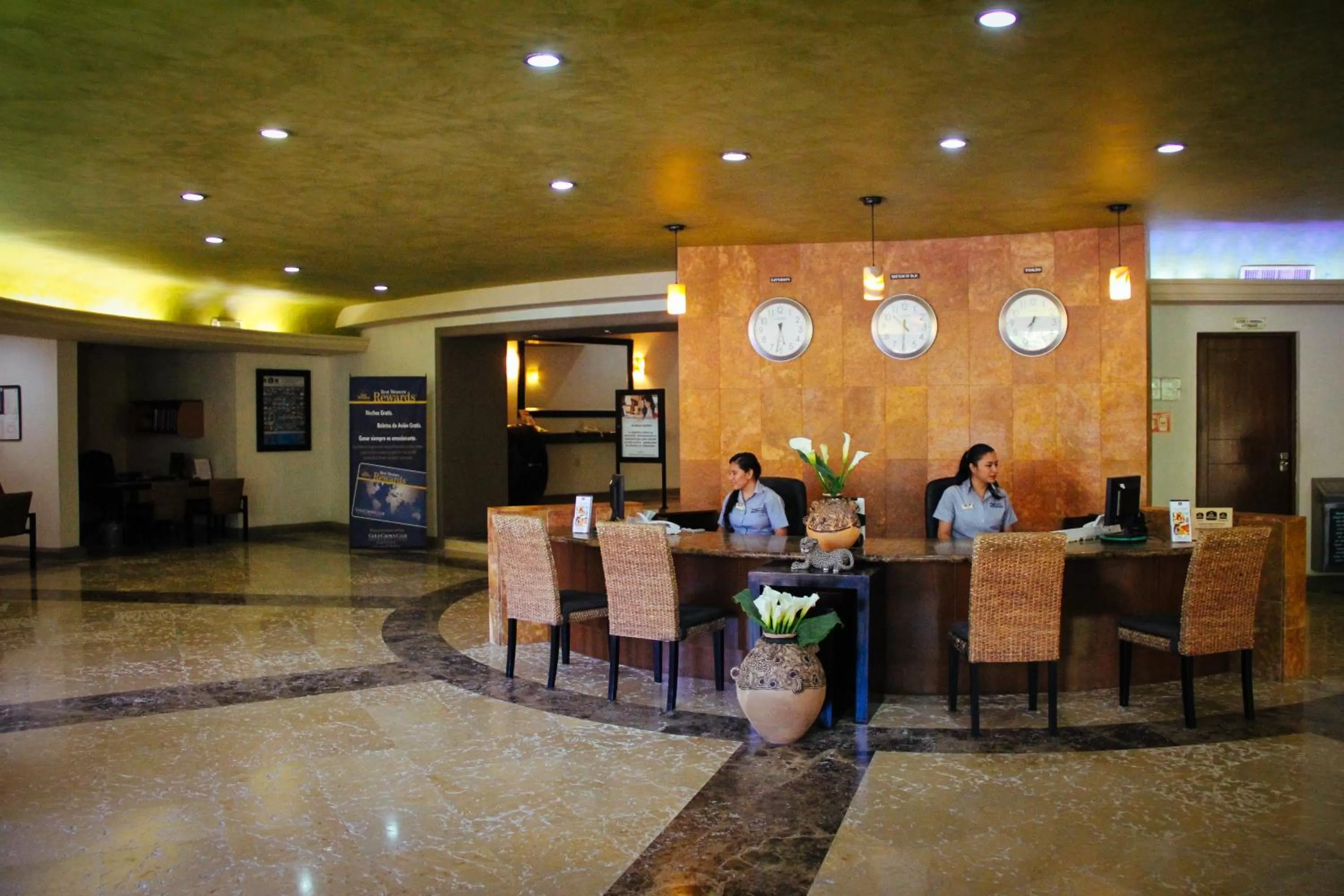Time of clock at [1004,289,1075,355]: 7:33
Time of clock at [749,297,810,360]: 5:31
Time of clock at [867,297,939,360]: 10:30
